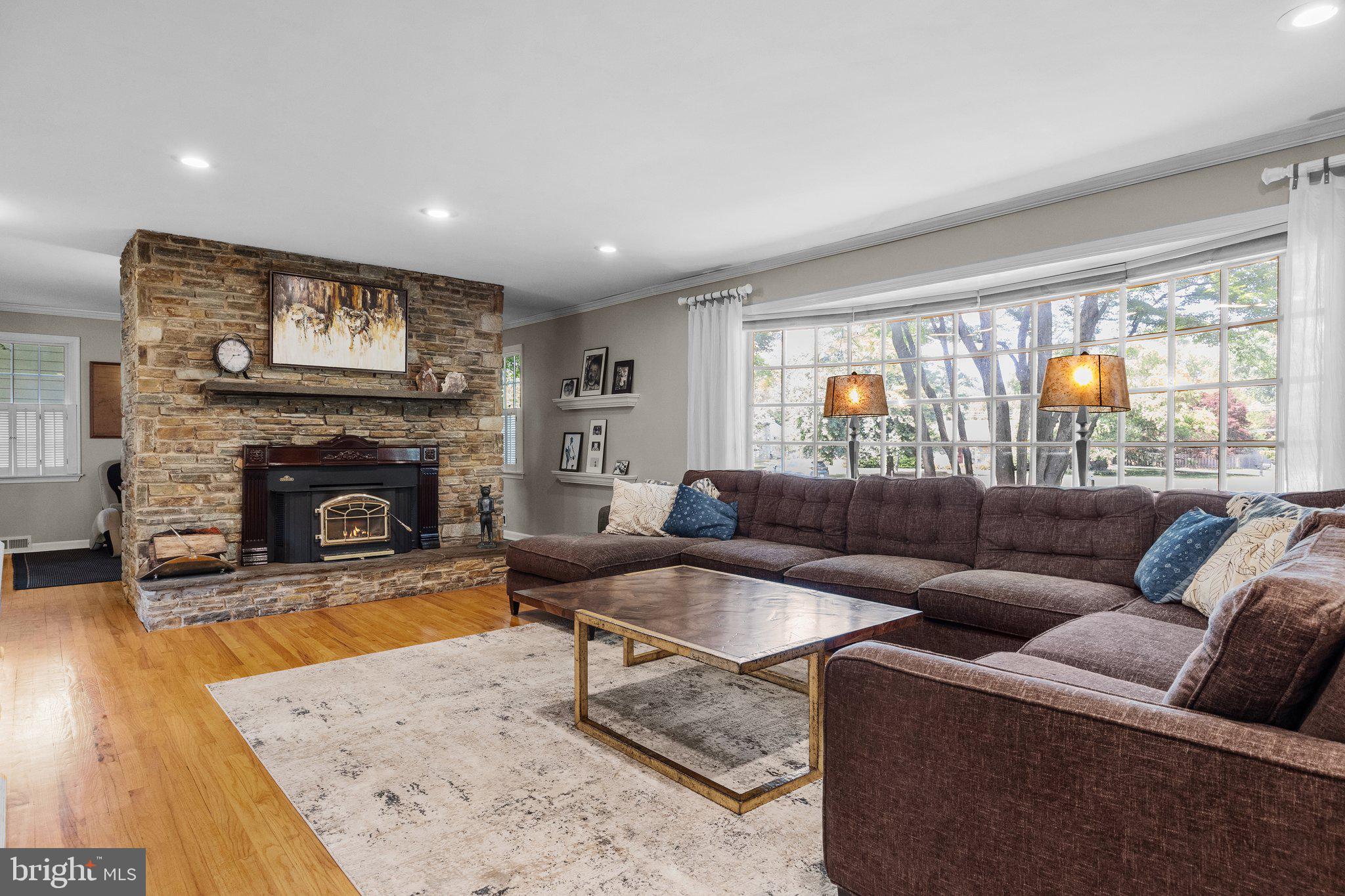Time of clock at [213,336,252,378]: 2:35
